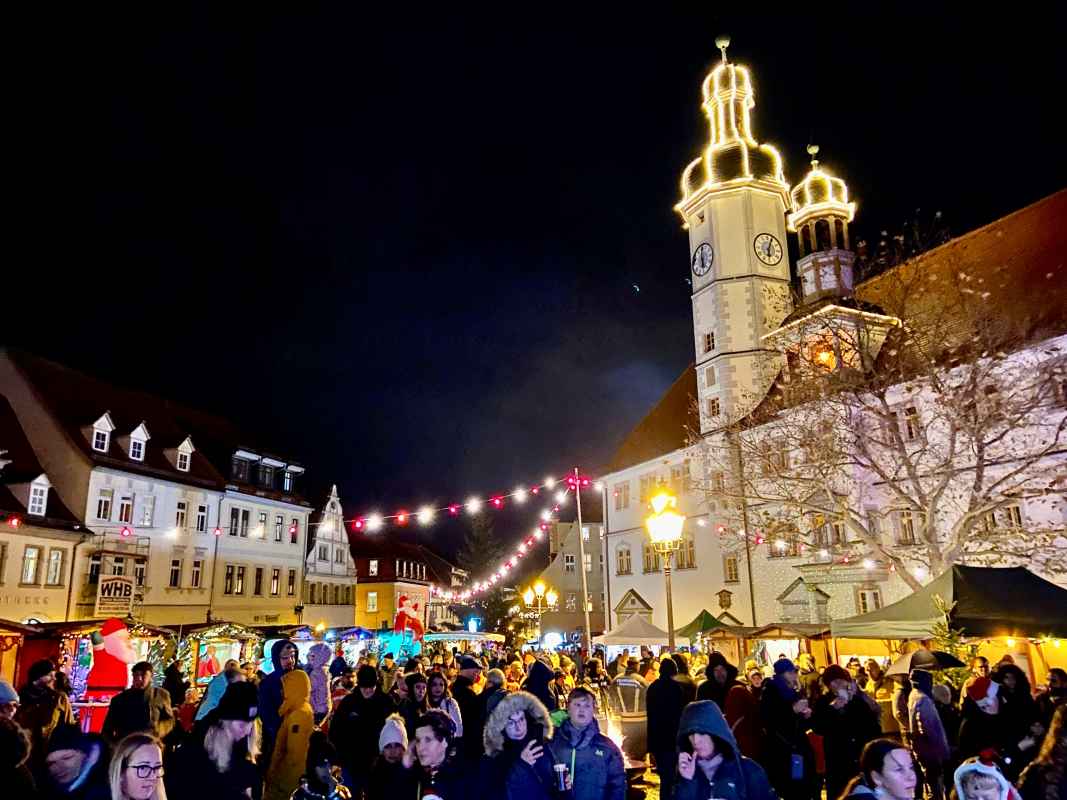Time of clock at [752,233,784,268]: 6:03
